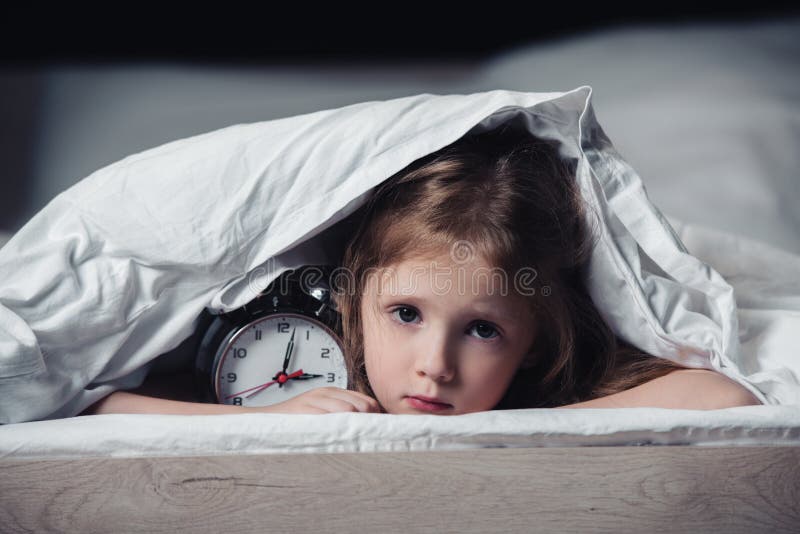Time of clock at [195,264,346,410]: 3:02
